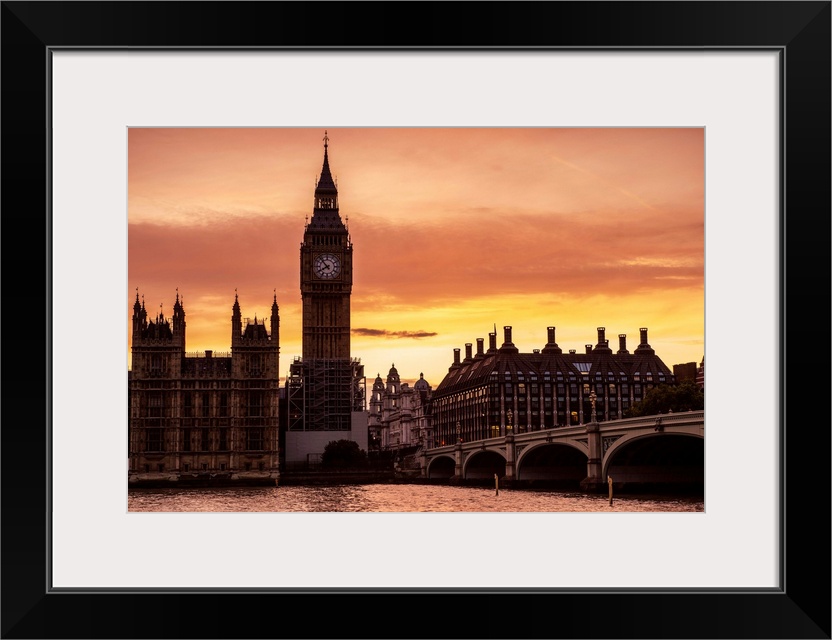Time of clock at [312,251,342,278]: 7:52
